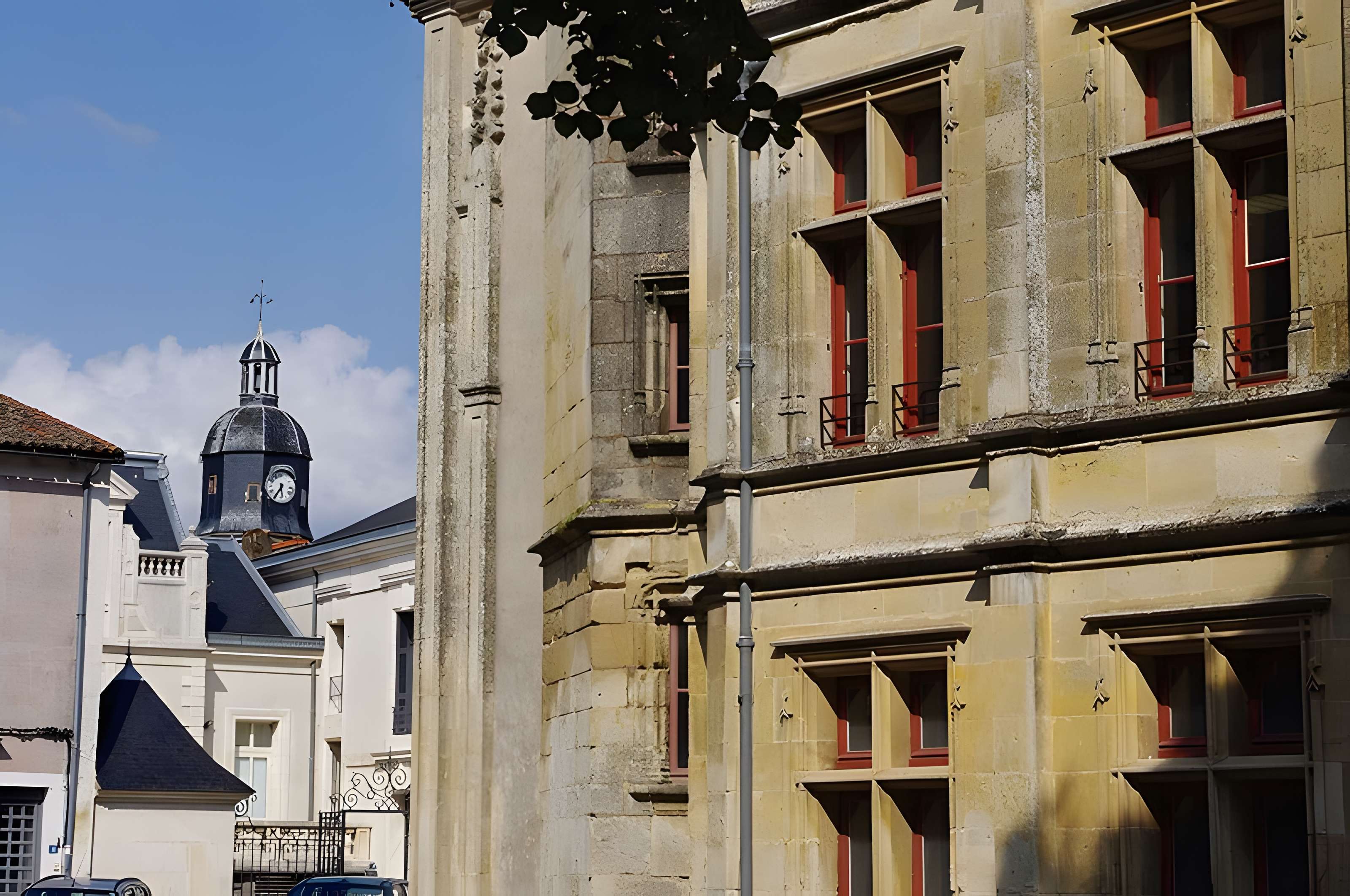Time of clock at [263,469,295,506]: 5:35
